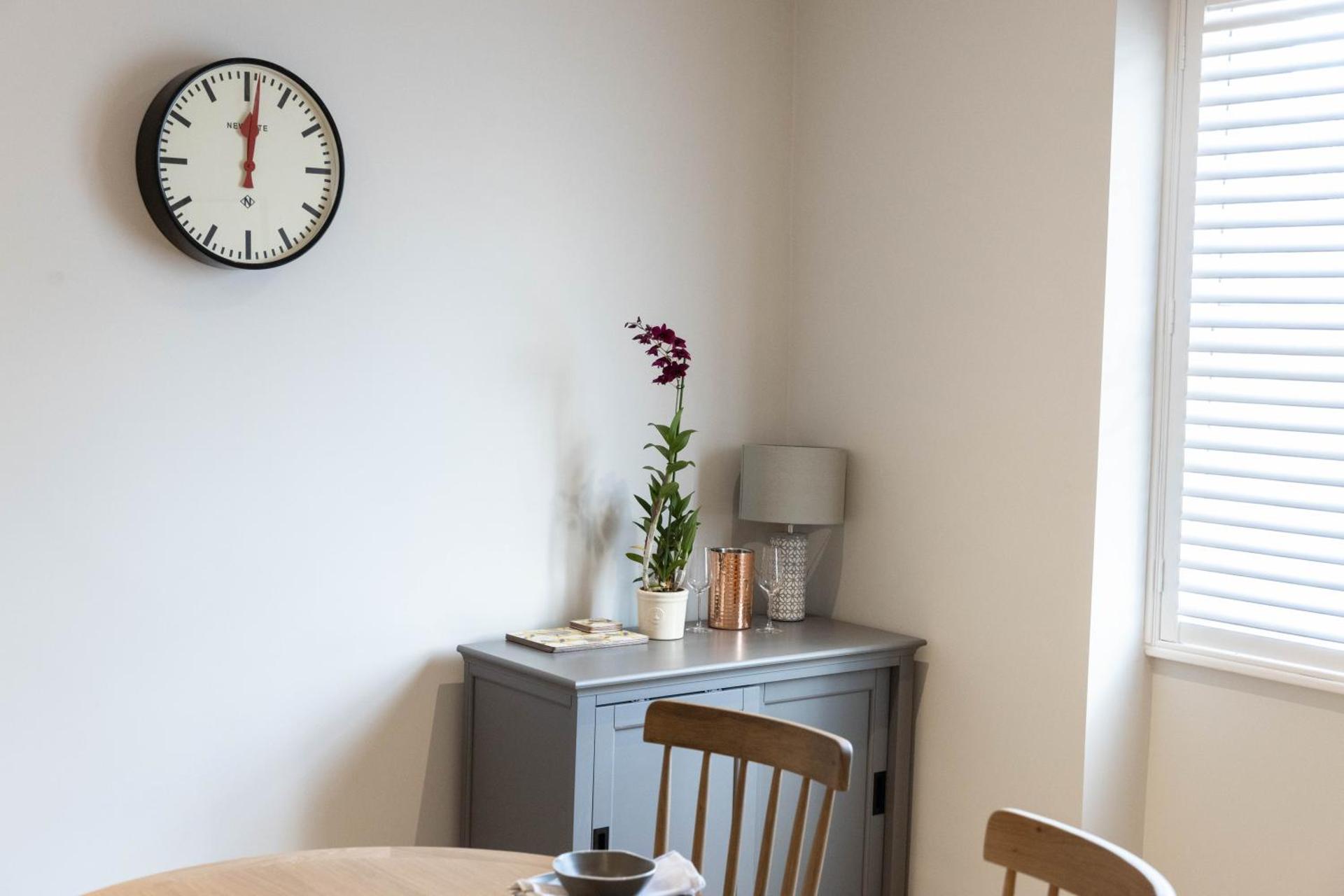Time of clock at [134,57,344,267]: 12:01
